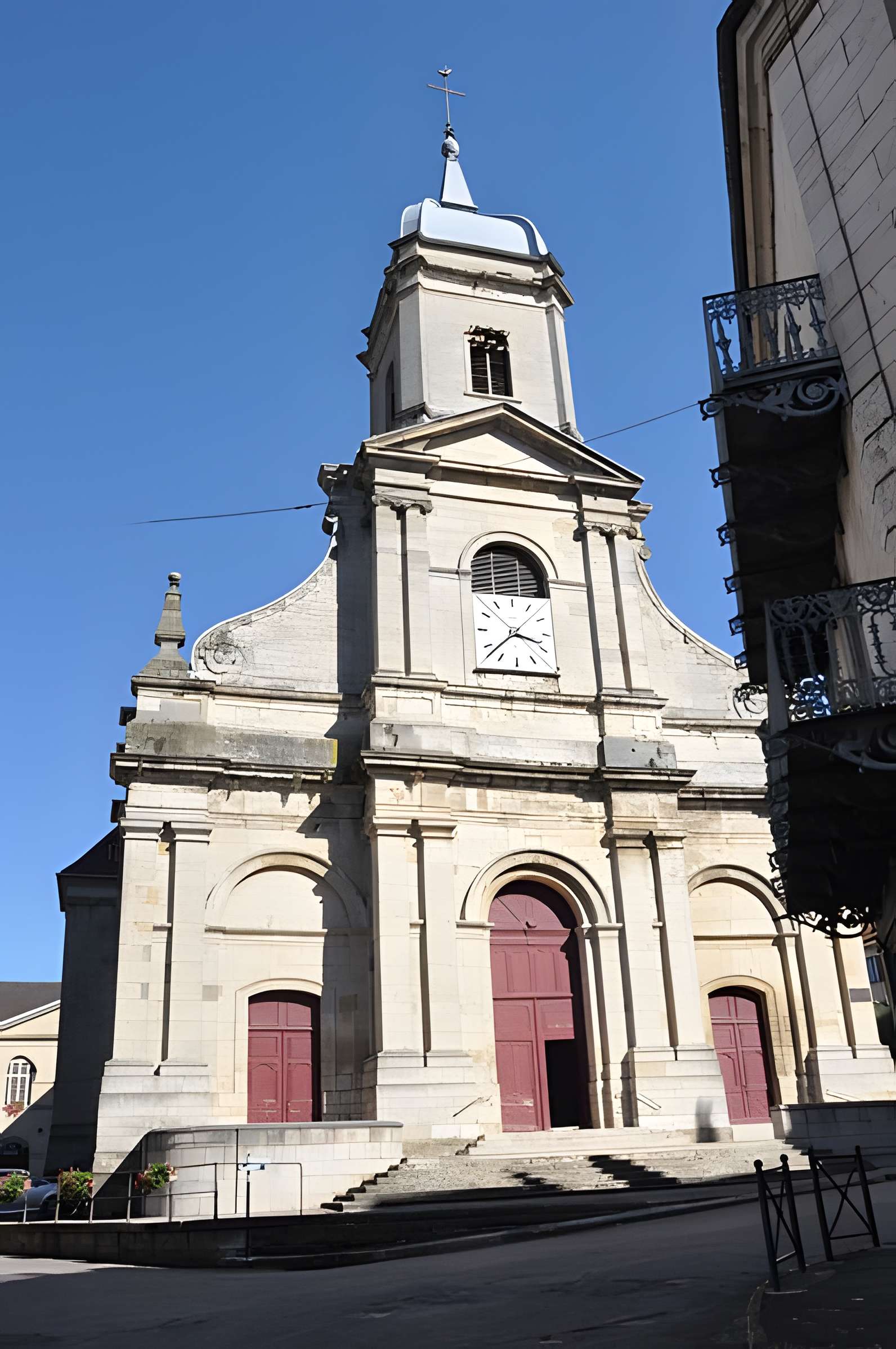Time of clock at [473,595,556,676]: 3:38
